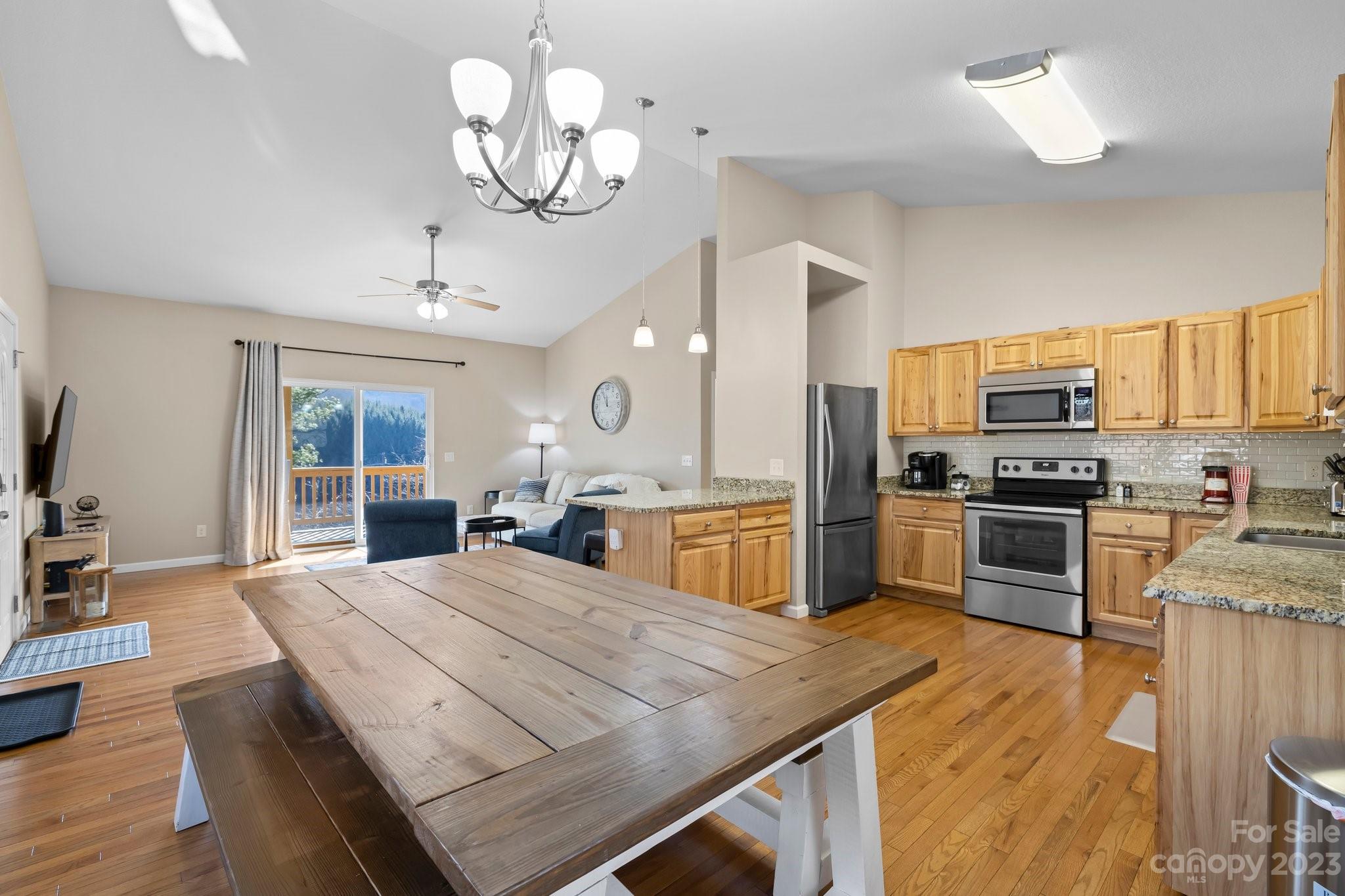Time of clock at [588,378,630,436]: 11:55
